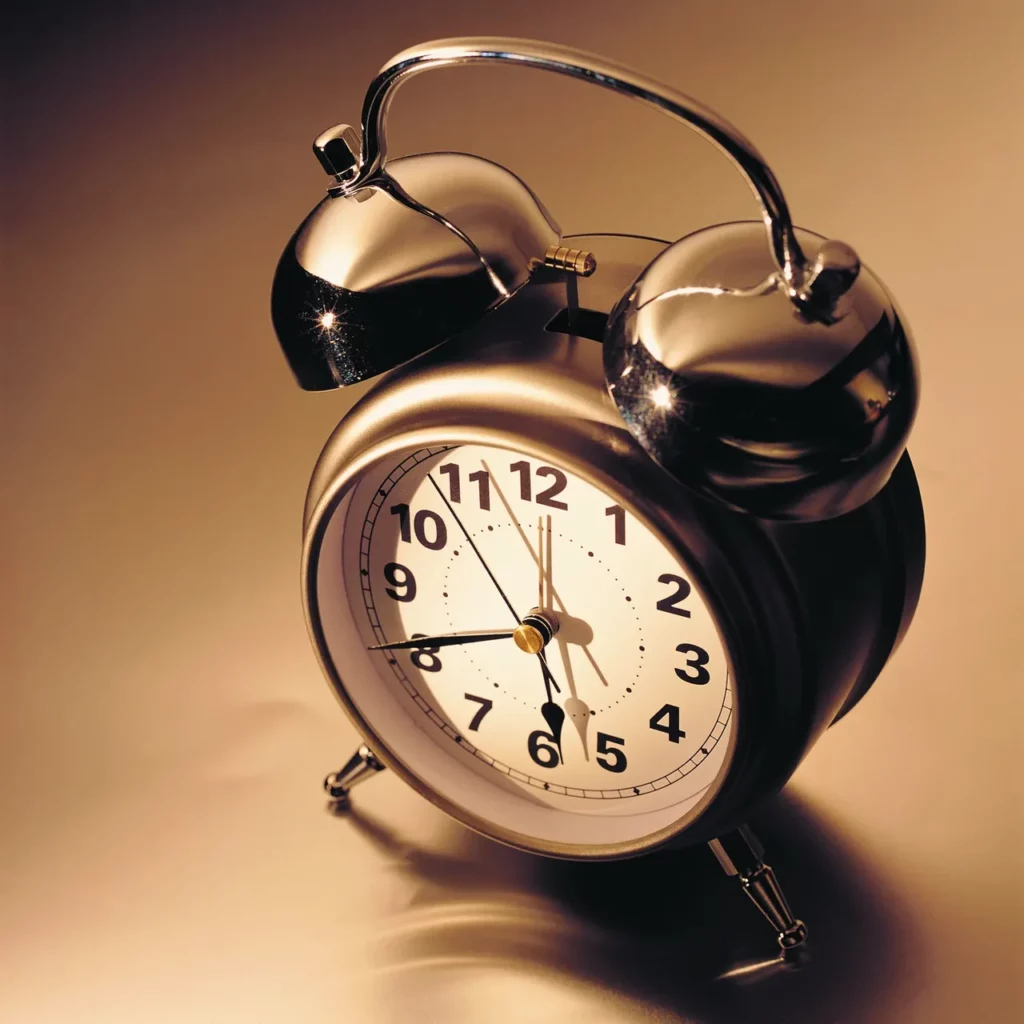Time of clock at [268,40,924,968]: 5:40
